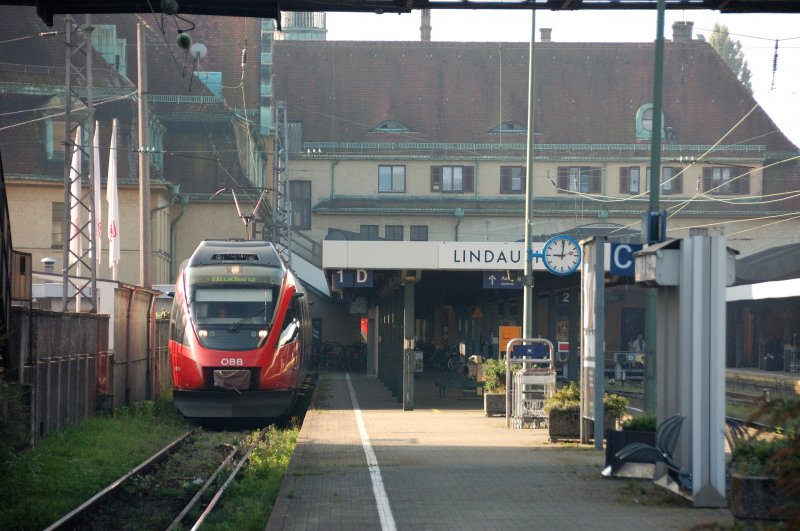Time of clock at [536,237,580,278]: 9:01
